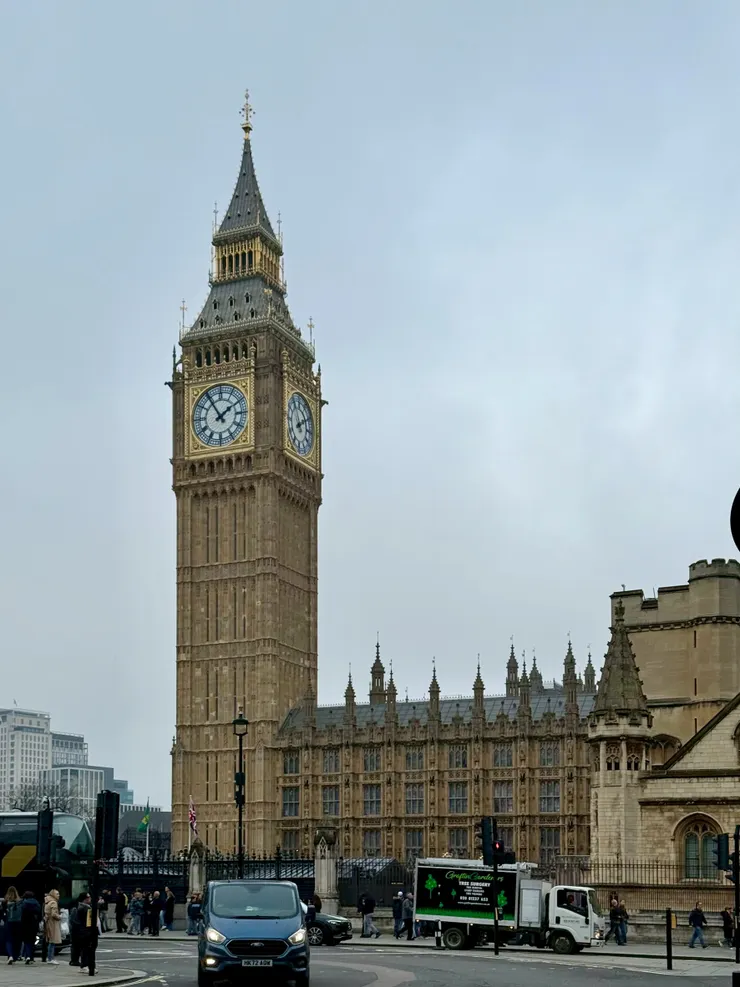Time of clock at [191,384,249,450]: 1:54
